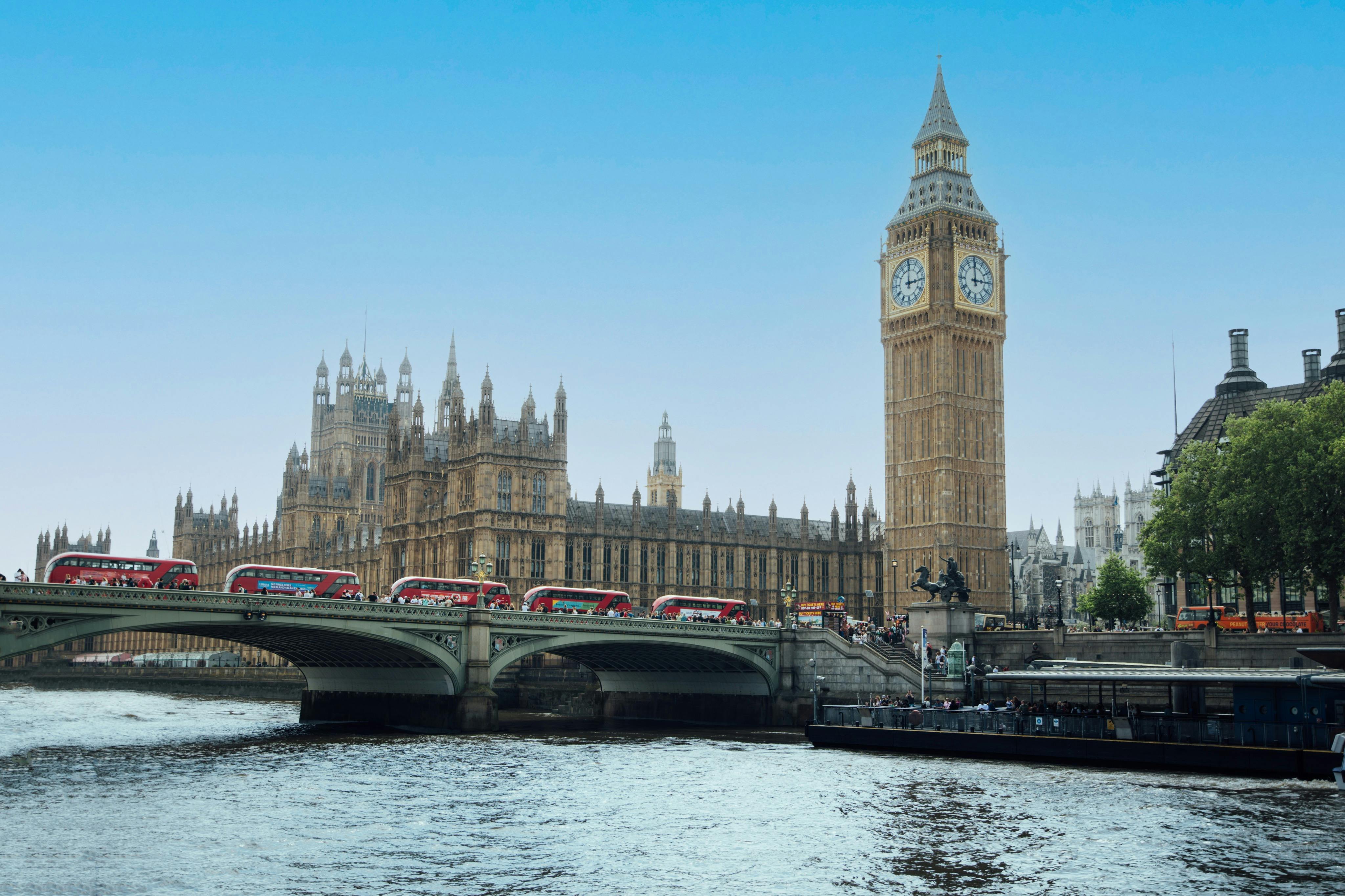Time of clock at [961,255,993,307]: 2:59
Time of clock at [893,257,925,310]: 2:59
